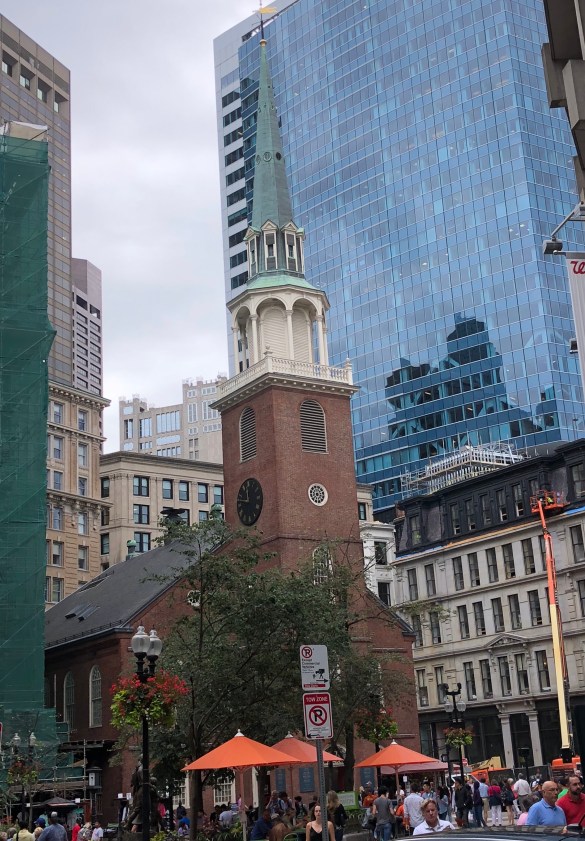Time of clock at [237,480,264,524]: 11:46
